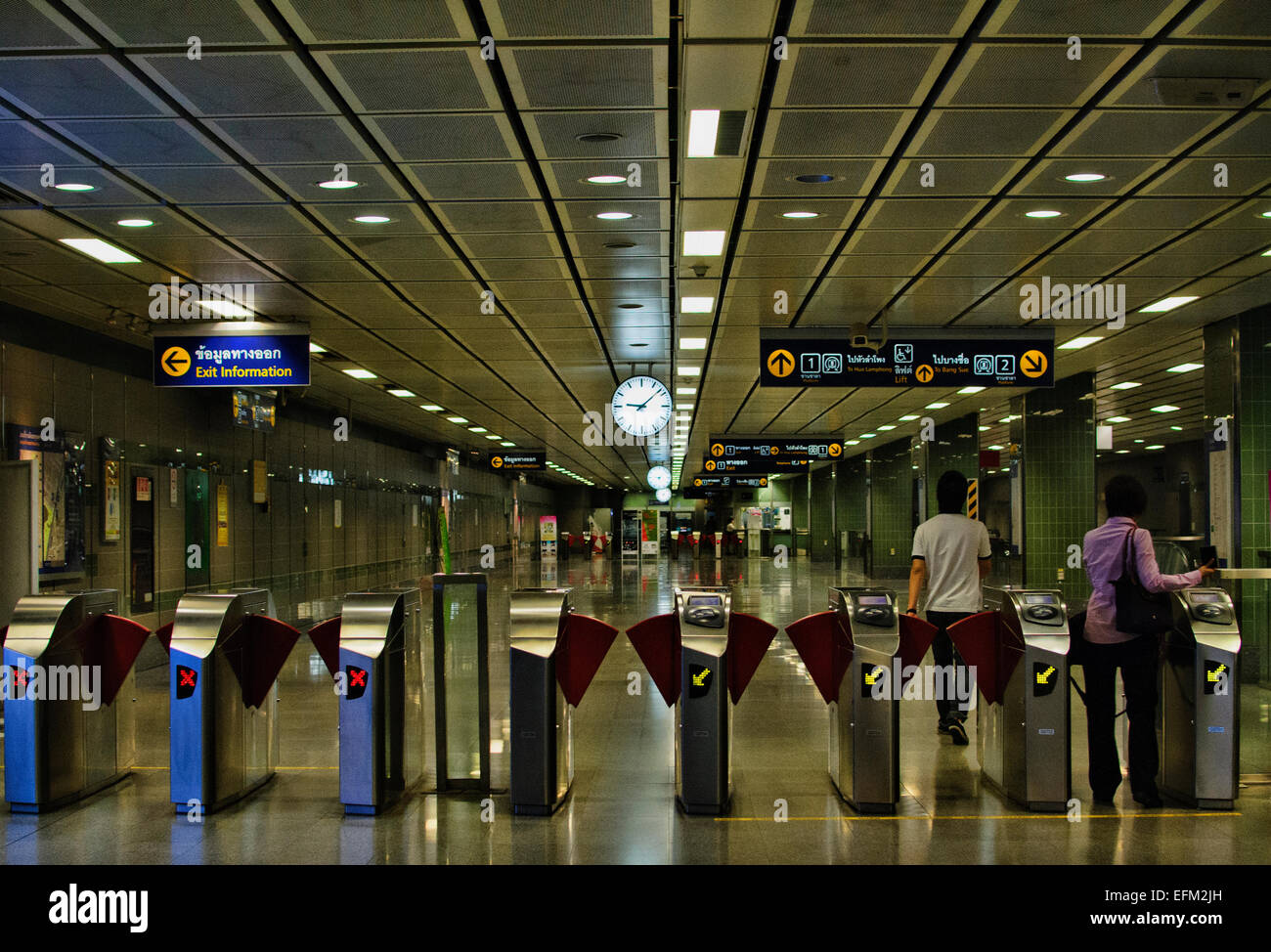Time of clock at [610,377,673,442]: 9:08
